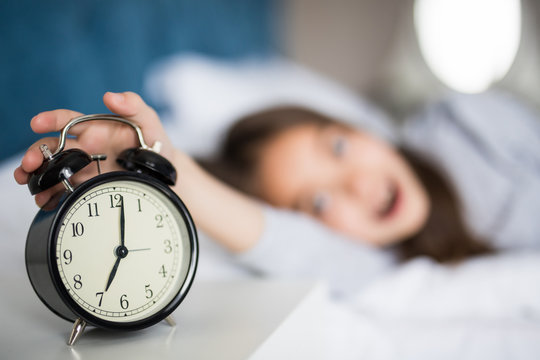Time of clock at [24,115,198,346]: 7:01
